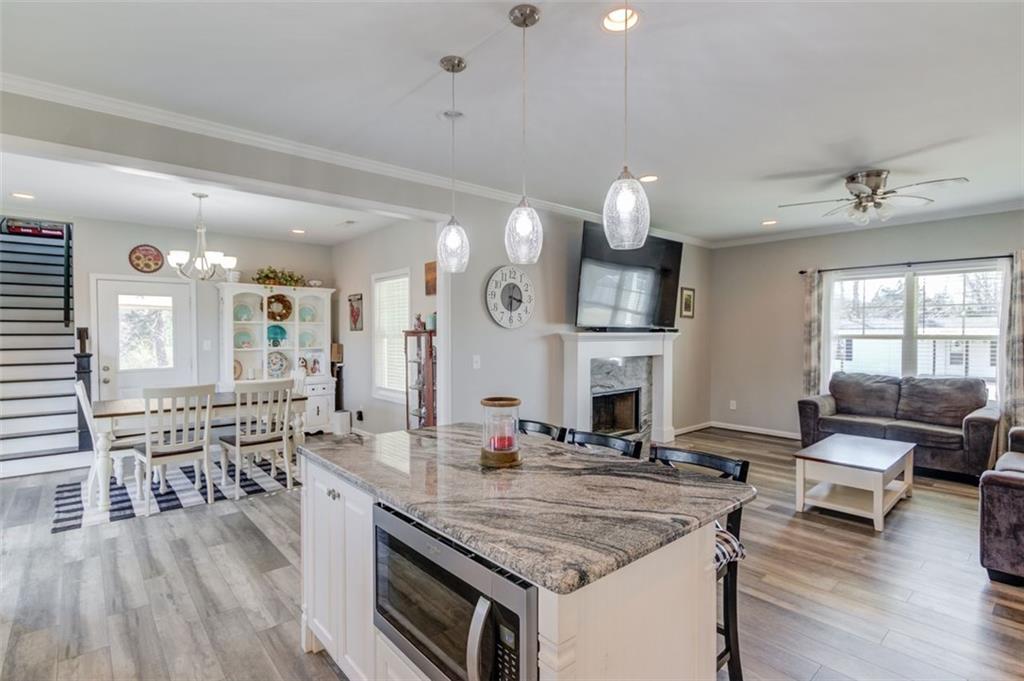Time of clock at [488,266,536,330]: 3:30
